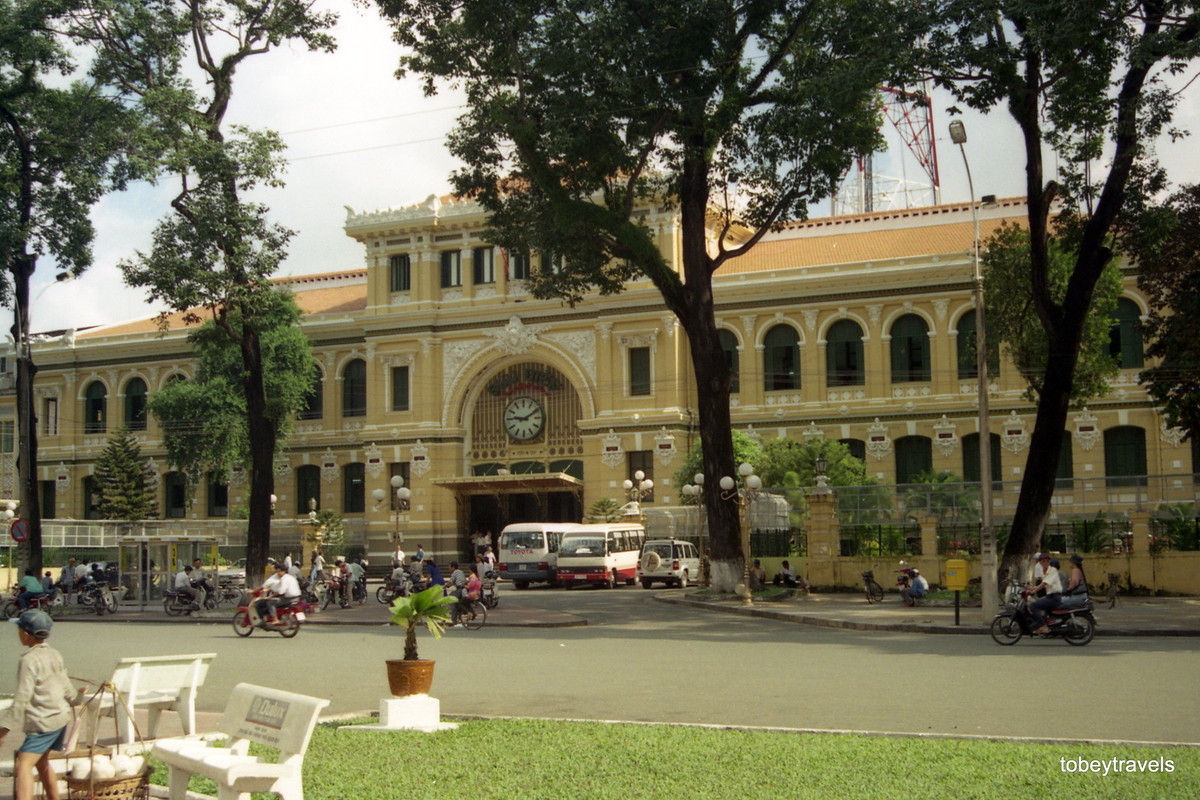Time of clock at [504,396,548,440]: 9:10
